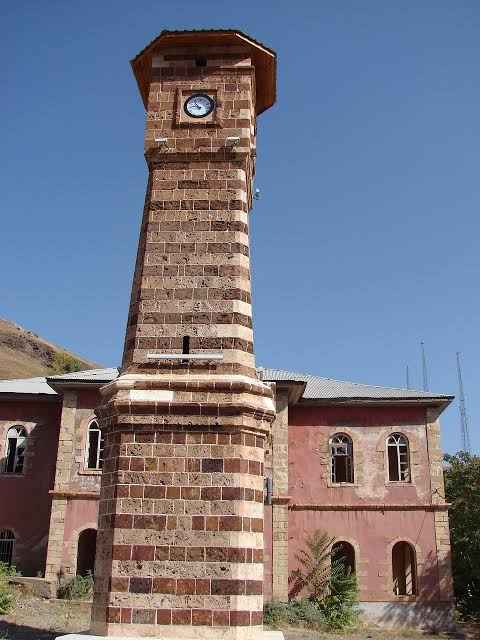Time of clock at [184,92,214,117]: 10:46
